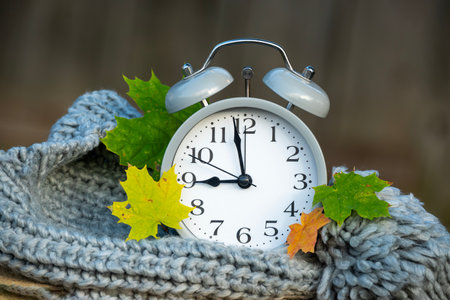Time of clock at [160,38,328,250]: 8:58
